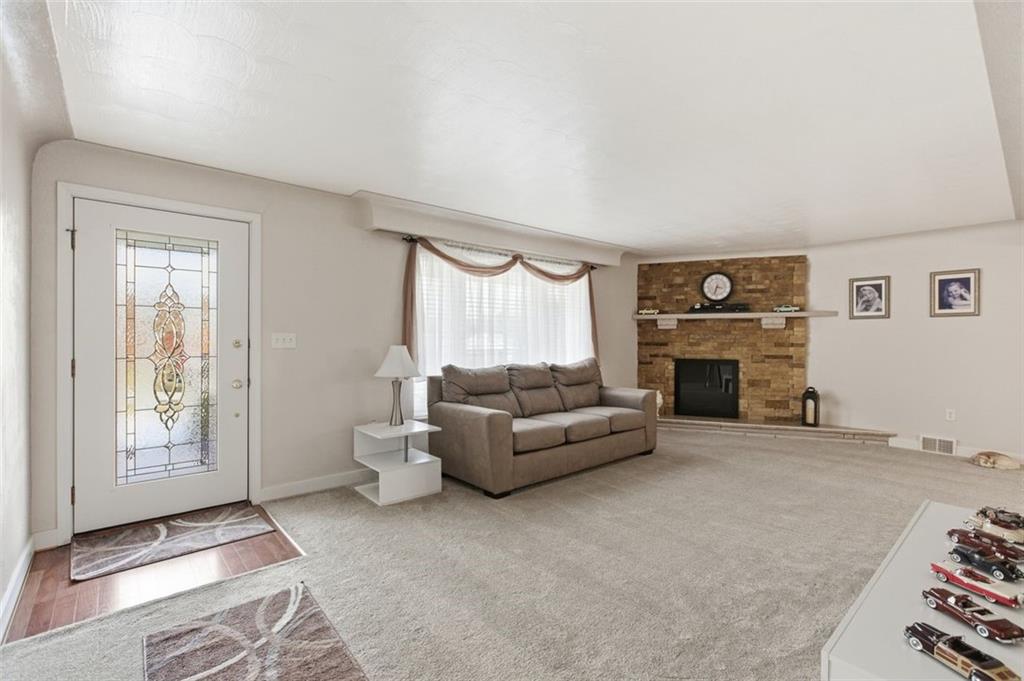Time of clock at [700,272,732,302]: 3:32
